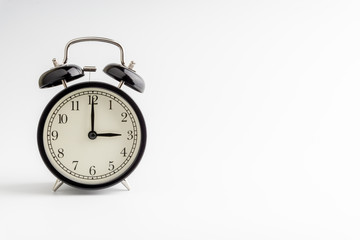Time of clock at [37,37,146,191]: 3:00
